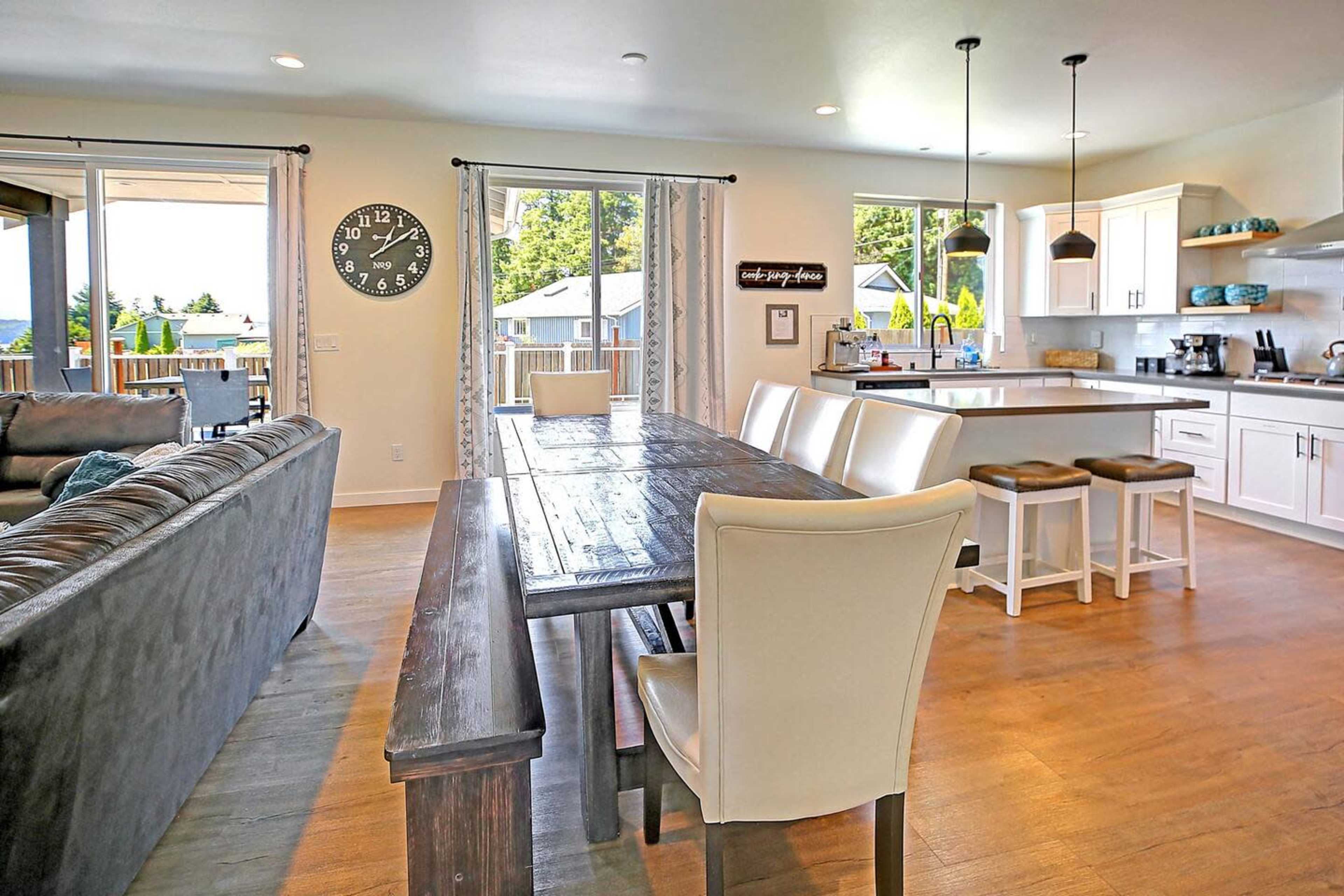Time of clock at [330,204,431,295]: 1:09
